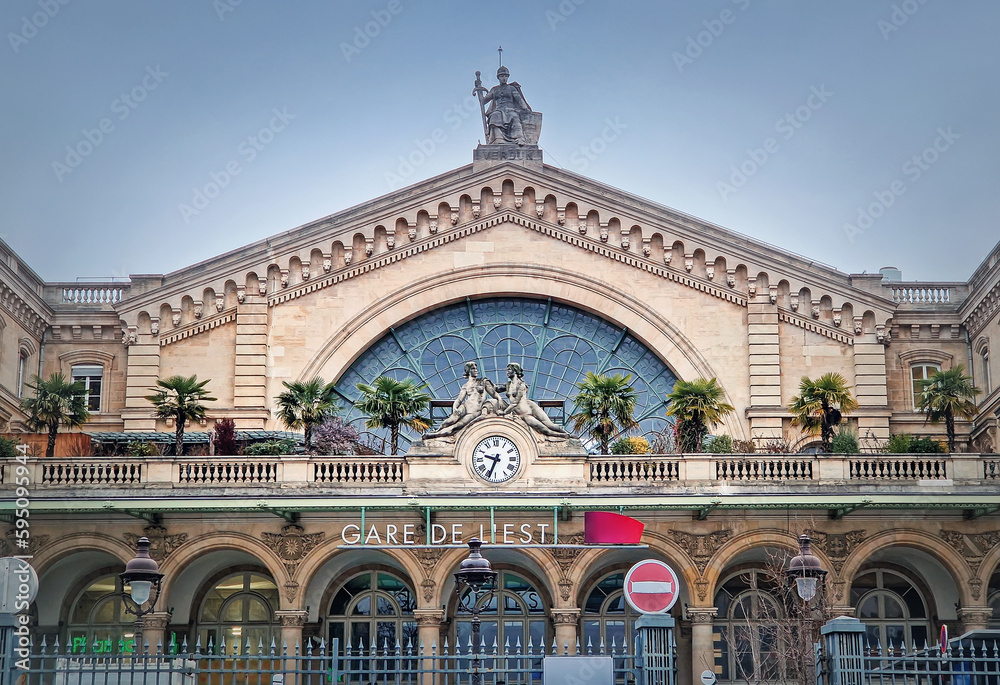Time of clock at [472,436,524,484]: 9:33
